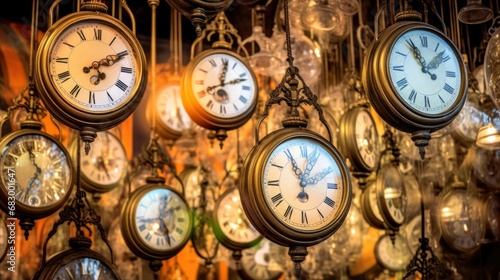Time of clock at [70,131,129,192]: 7:25
